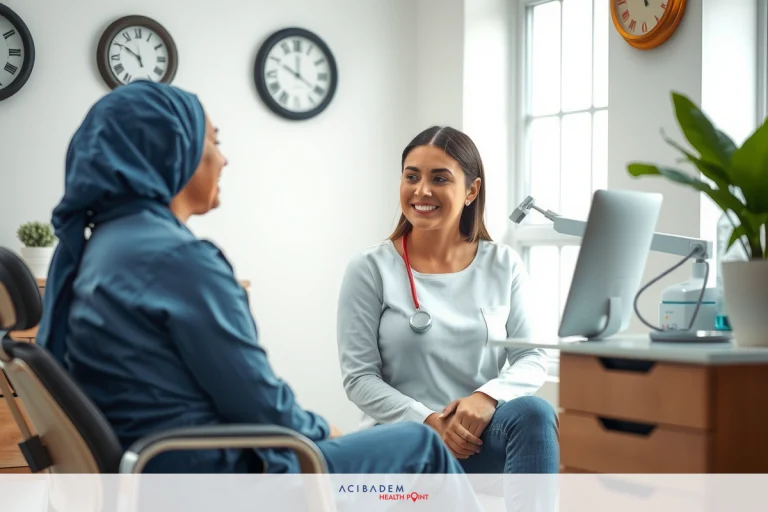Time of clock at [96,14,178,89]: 4:50
